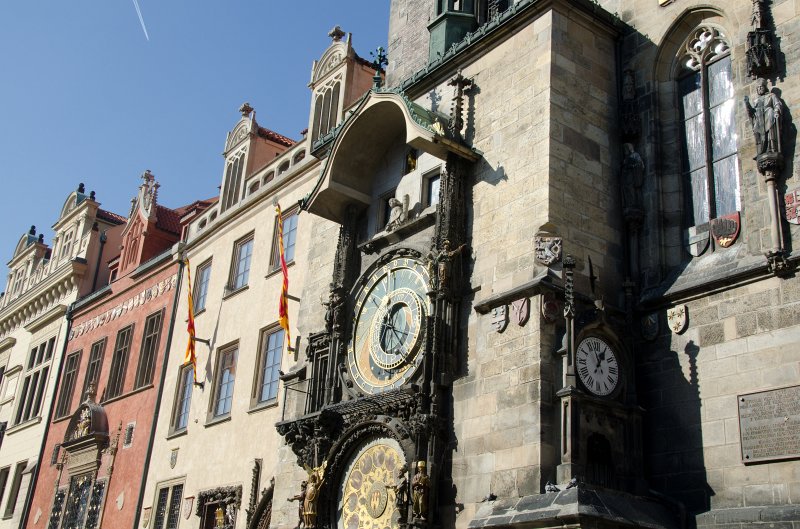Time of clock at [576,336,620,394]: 12:57
